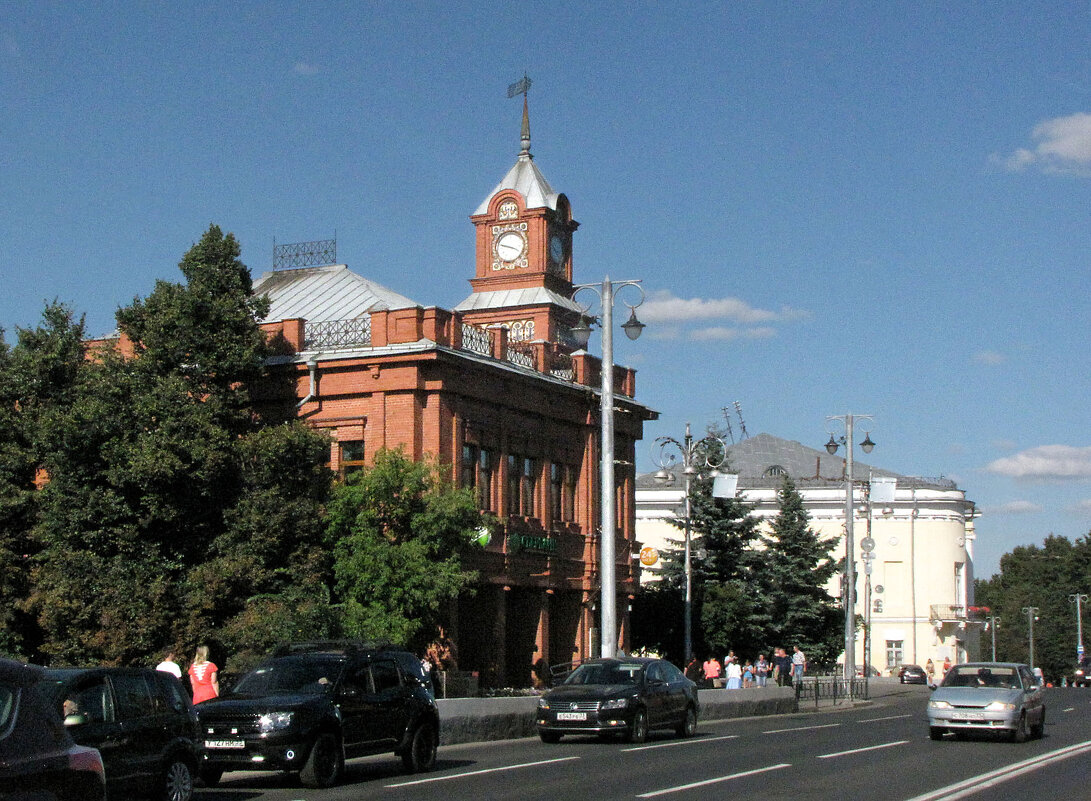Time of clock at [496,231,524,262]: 3:47
